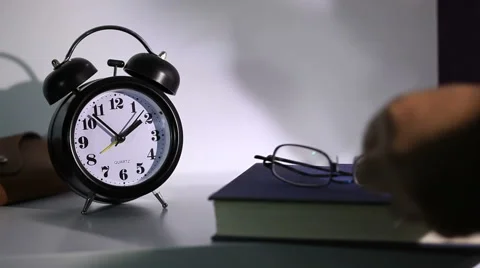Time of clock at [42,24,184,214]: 1:52
